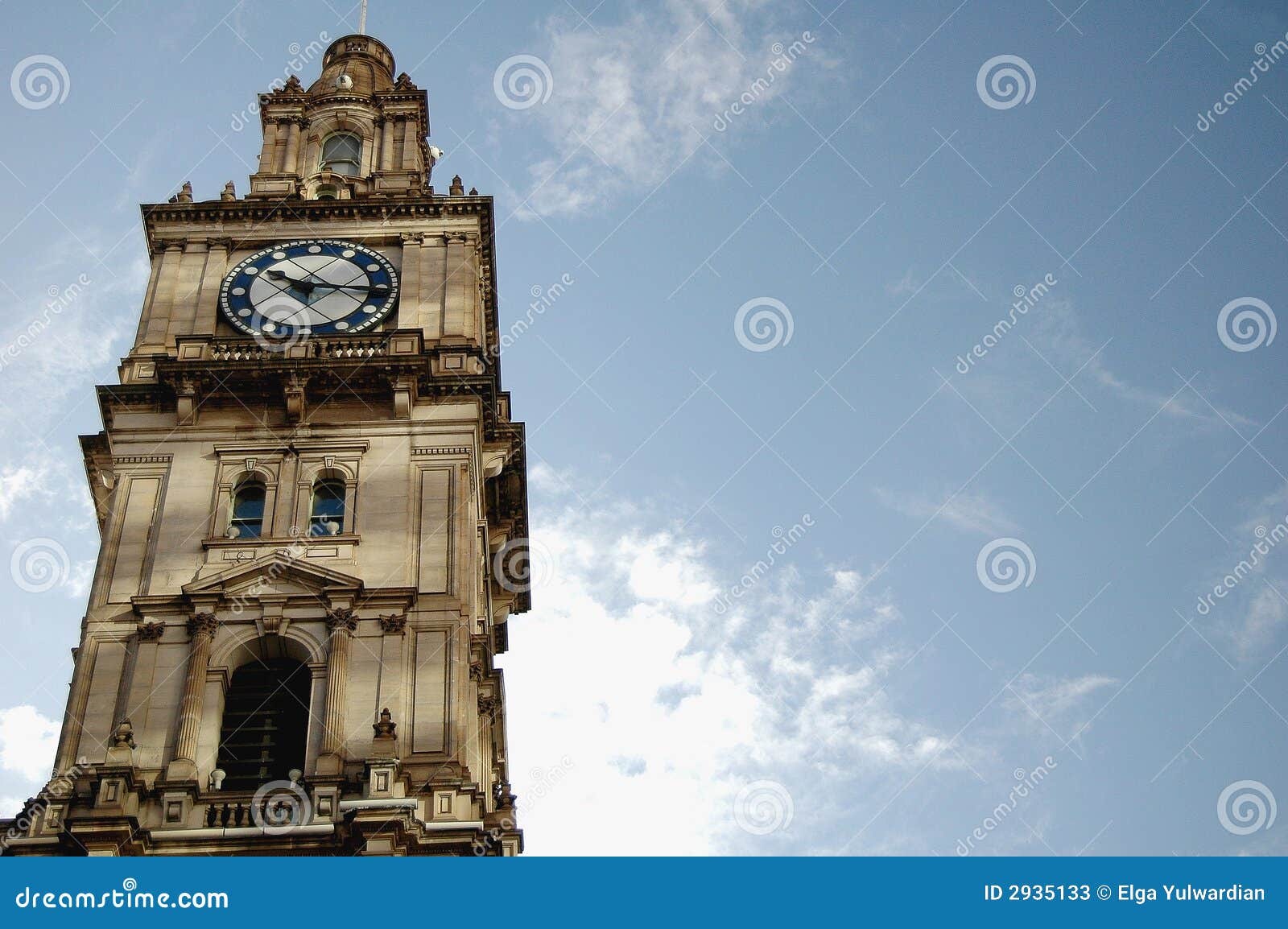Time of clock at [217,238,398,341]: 10:15
